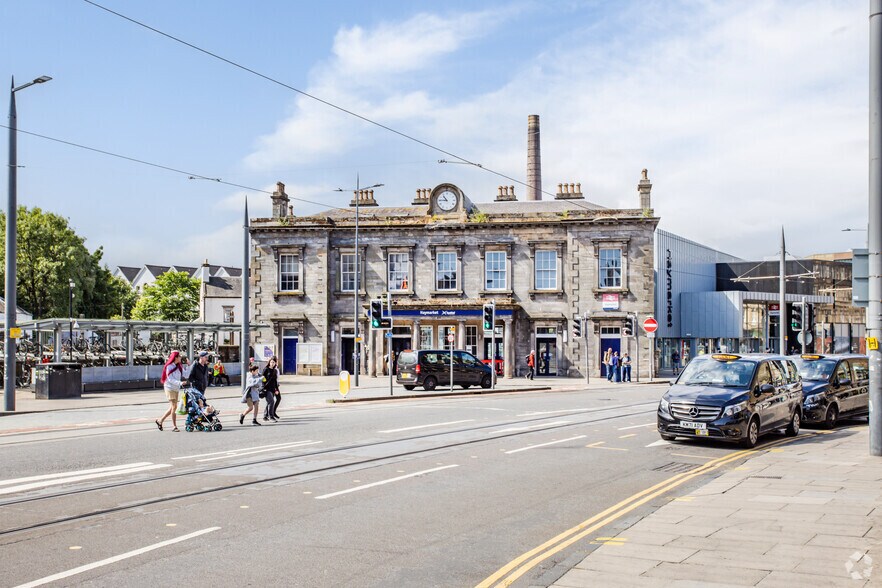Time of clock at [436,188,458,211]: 10:45
